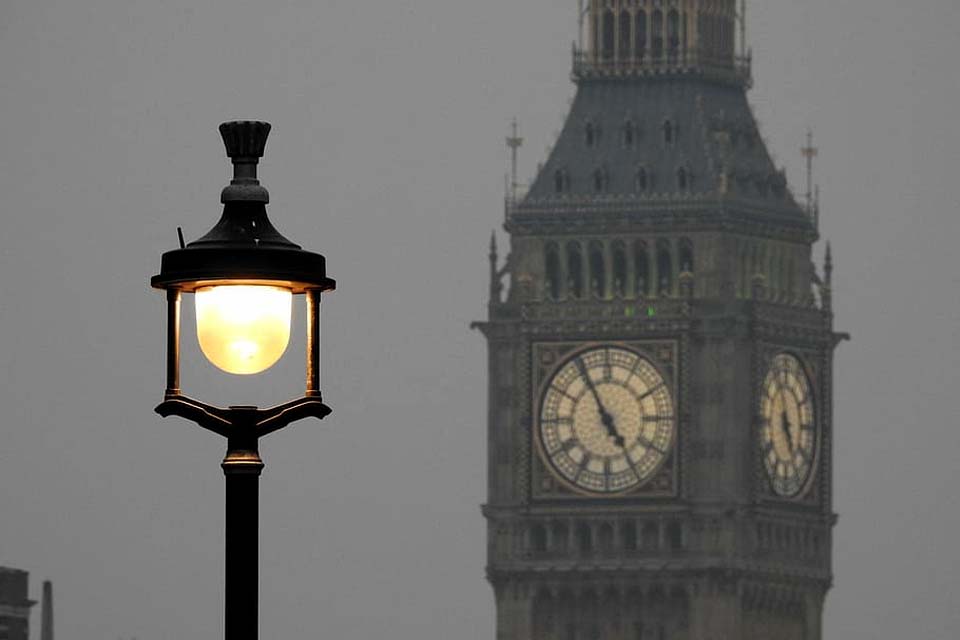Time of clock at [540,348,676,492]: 4:55
